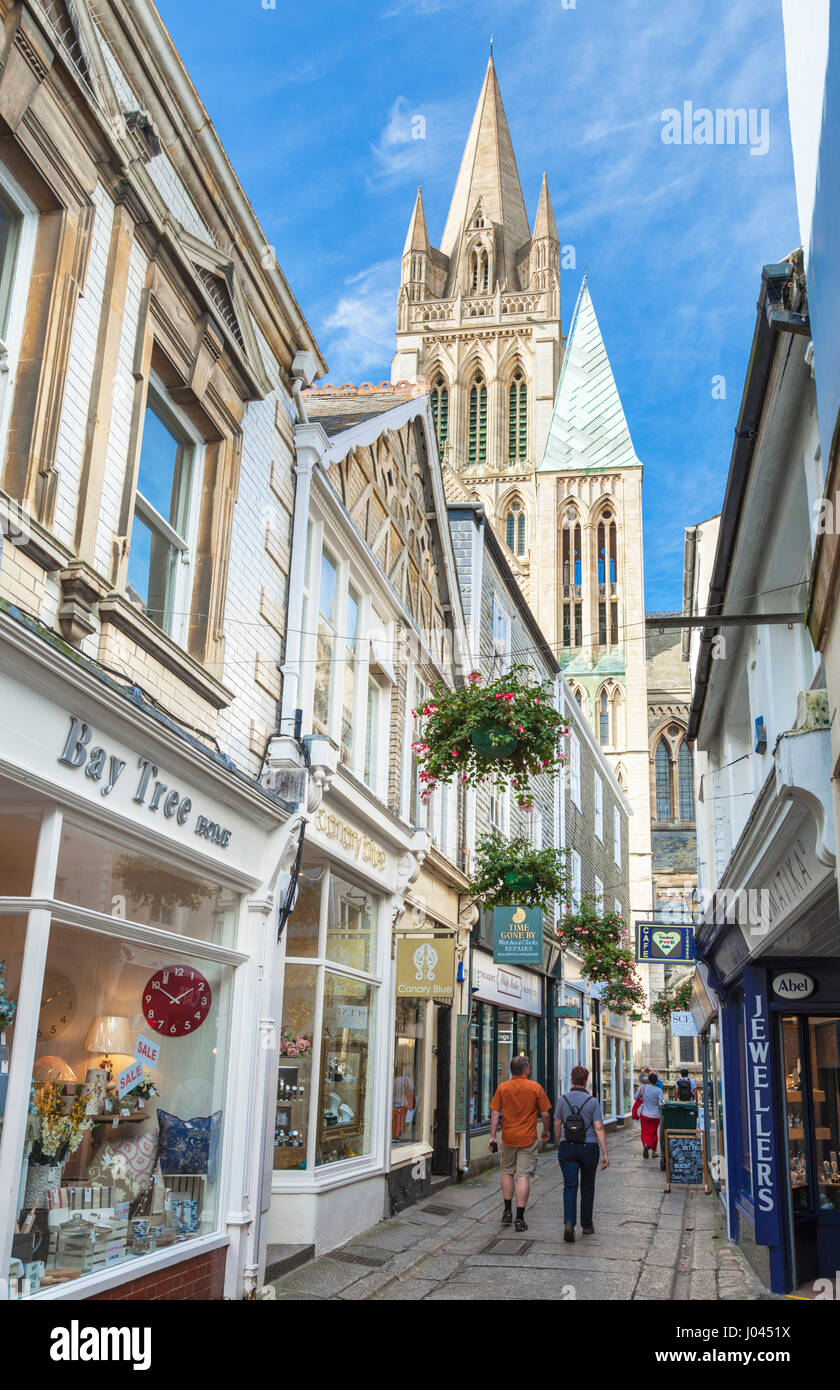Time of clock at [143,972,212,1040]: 1:50
